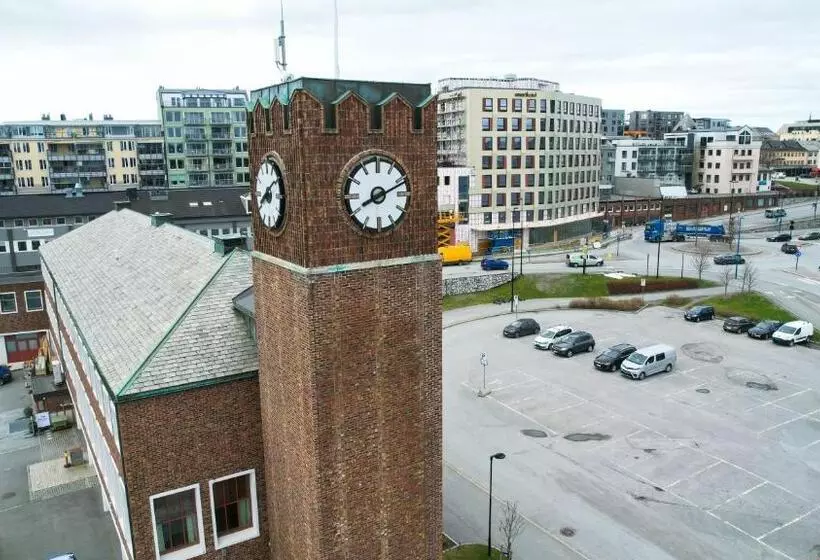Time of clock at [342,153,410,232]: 8:11
